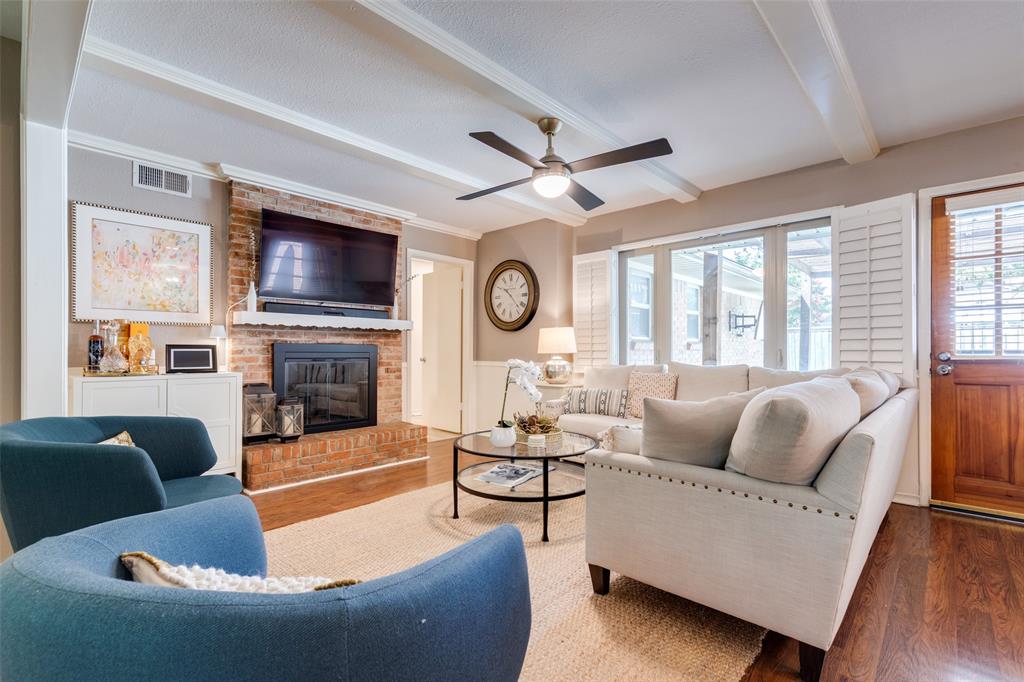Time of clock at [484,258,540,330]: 10:22
